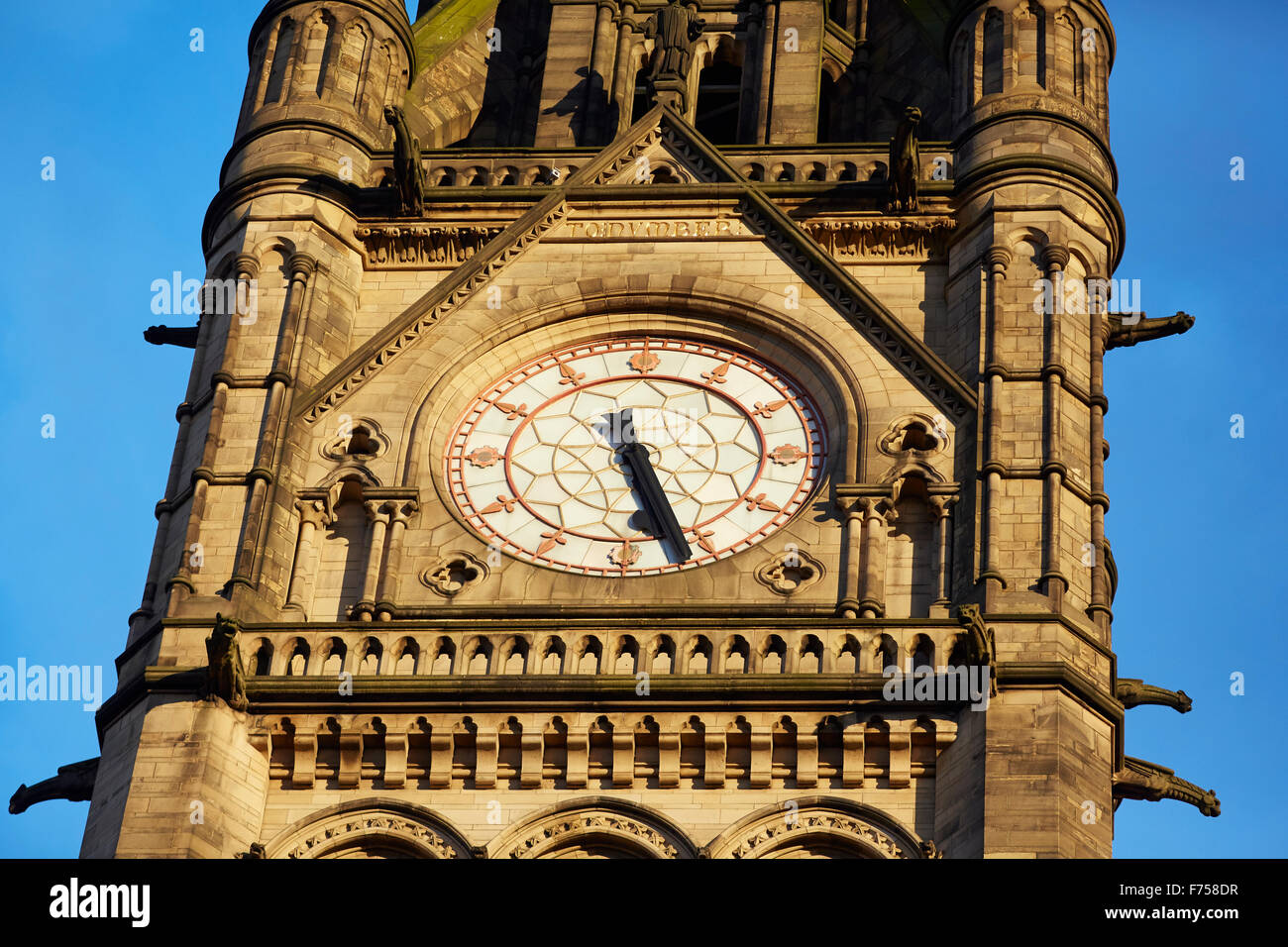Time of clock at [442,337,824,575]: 5:26
